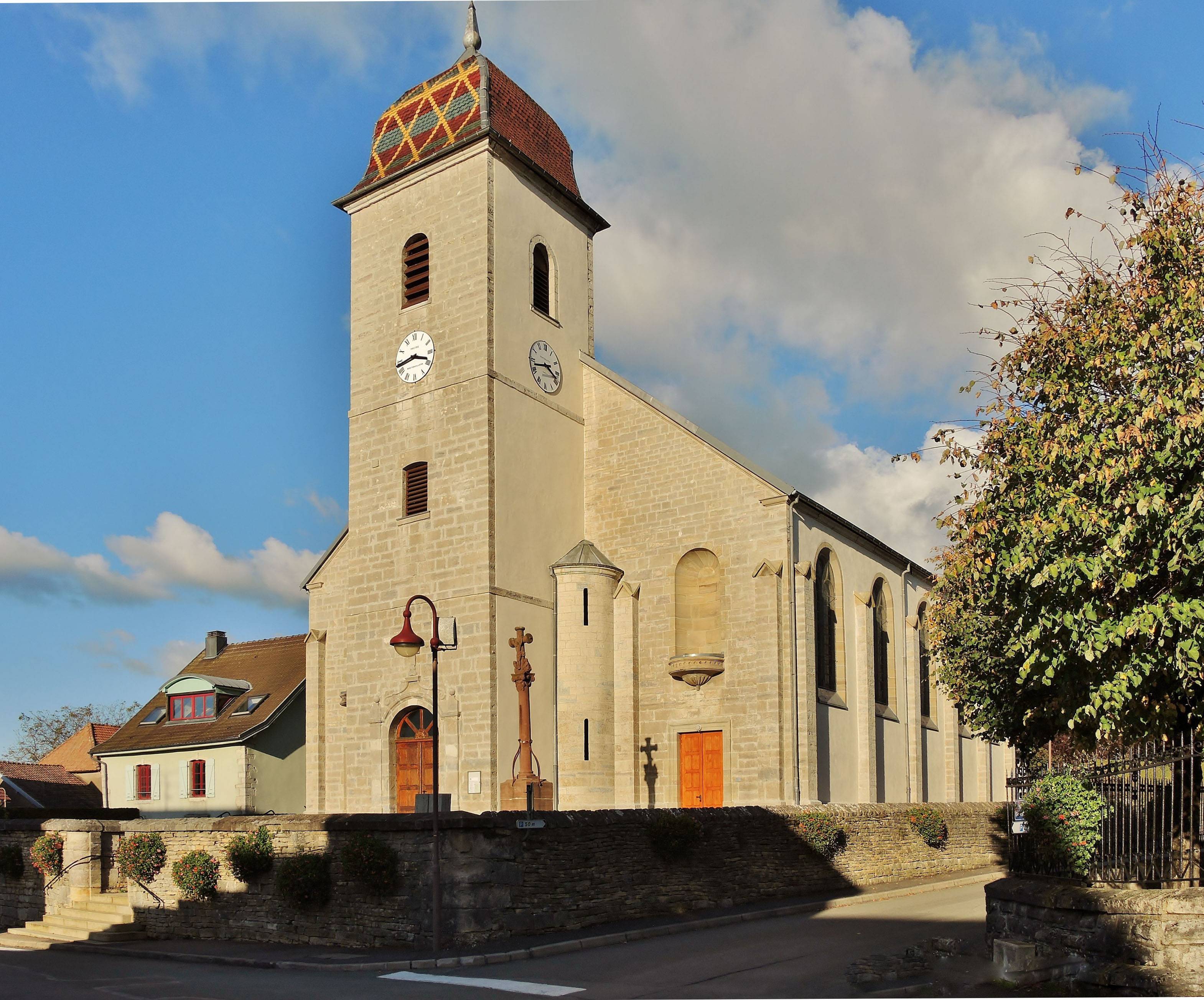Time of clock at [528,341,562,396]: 3:42
